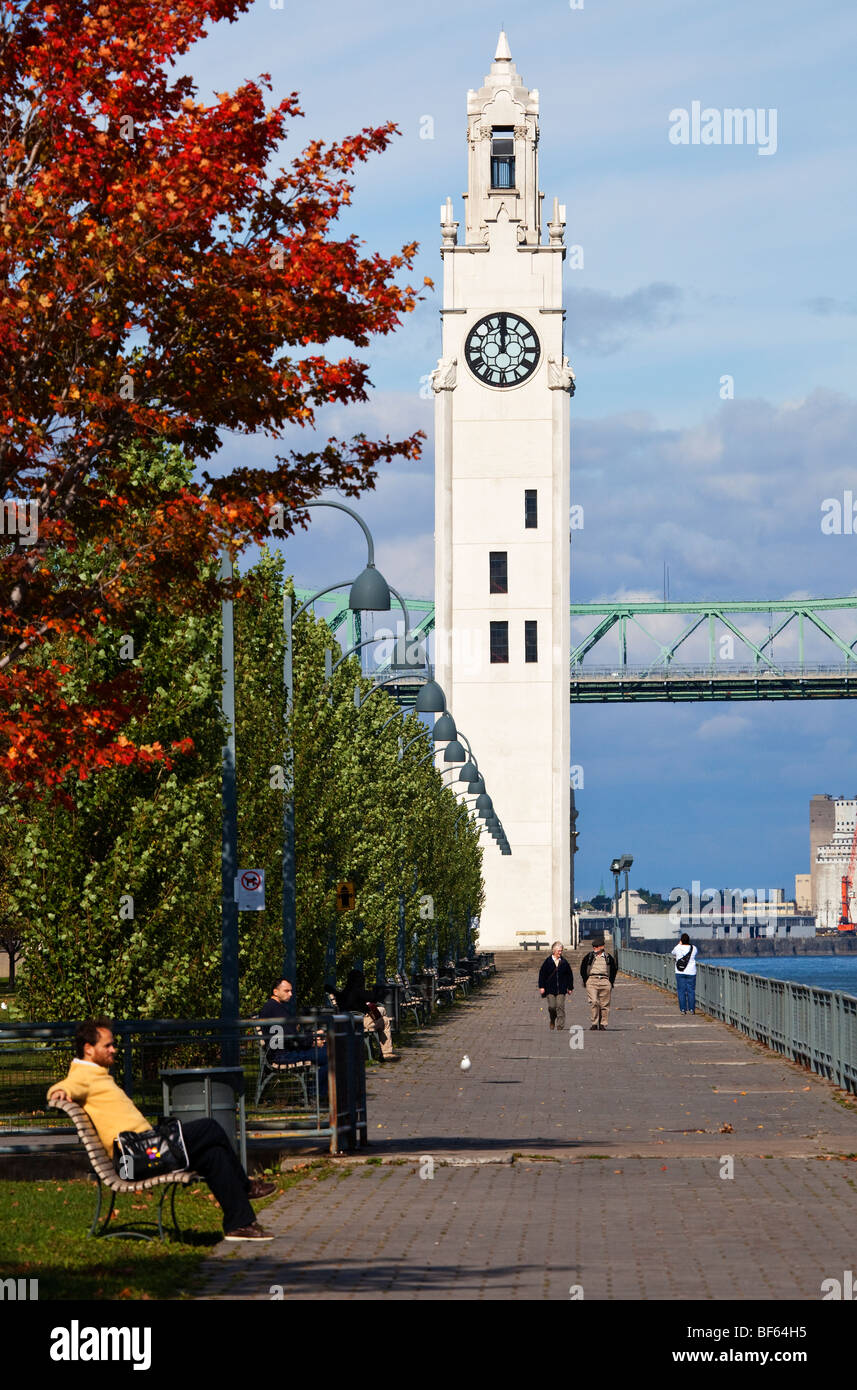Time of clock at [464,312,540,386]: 11:59
